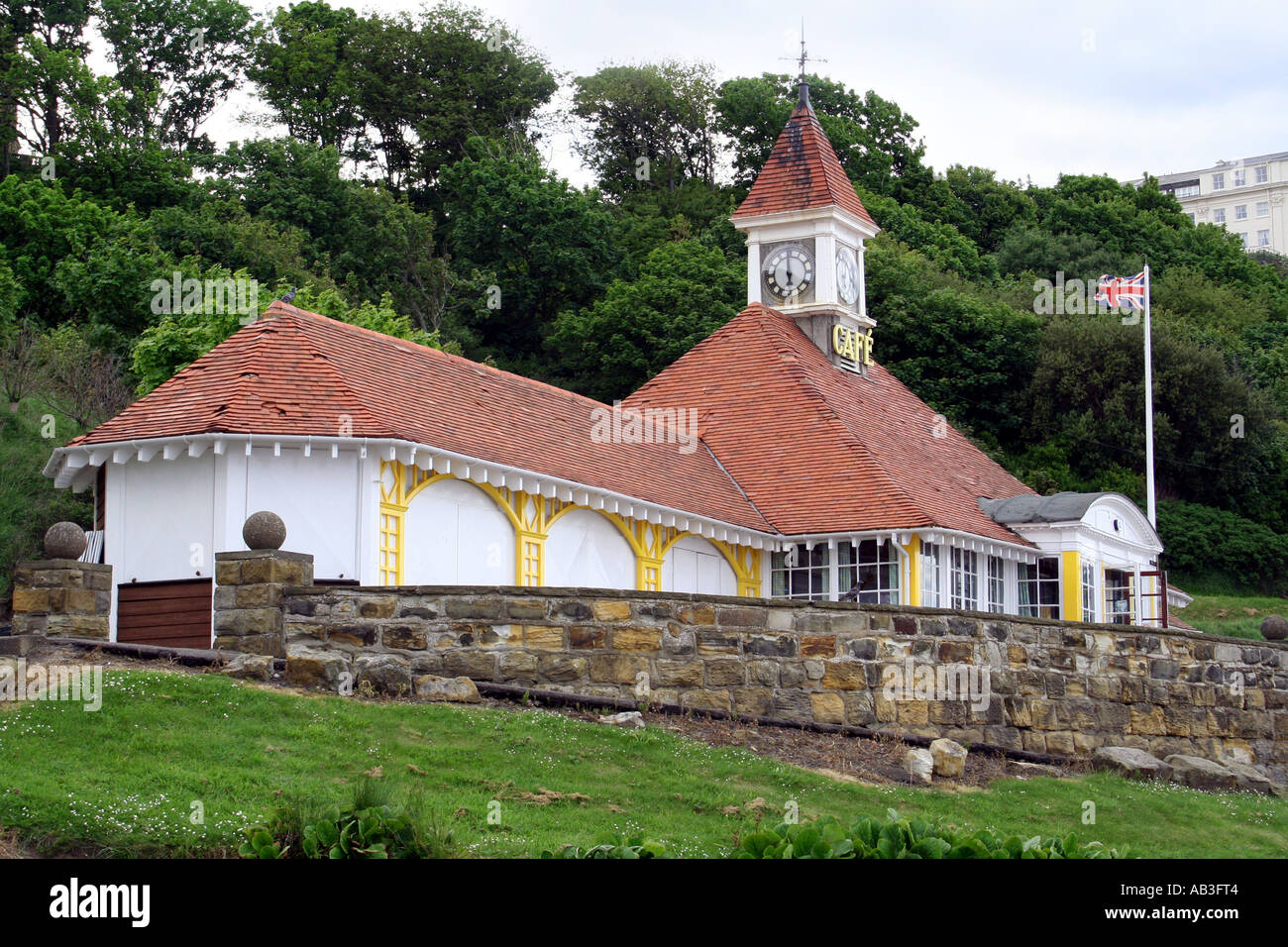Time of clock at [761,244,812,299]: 5:59
